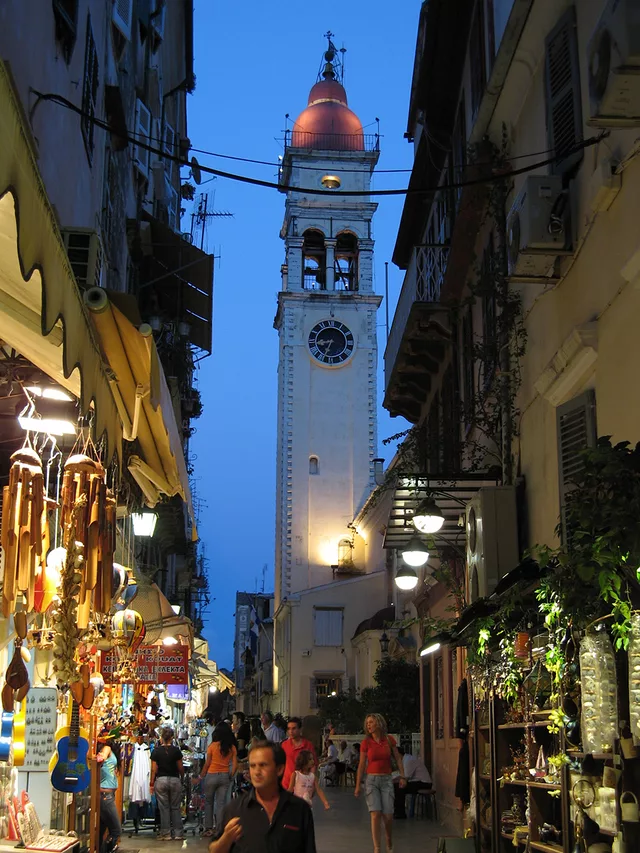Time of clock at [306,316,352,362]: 8:33
